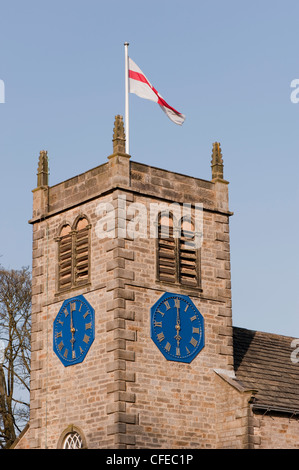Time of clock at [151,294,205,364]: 6:00
